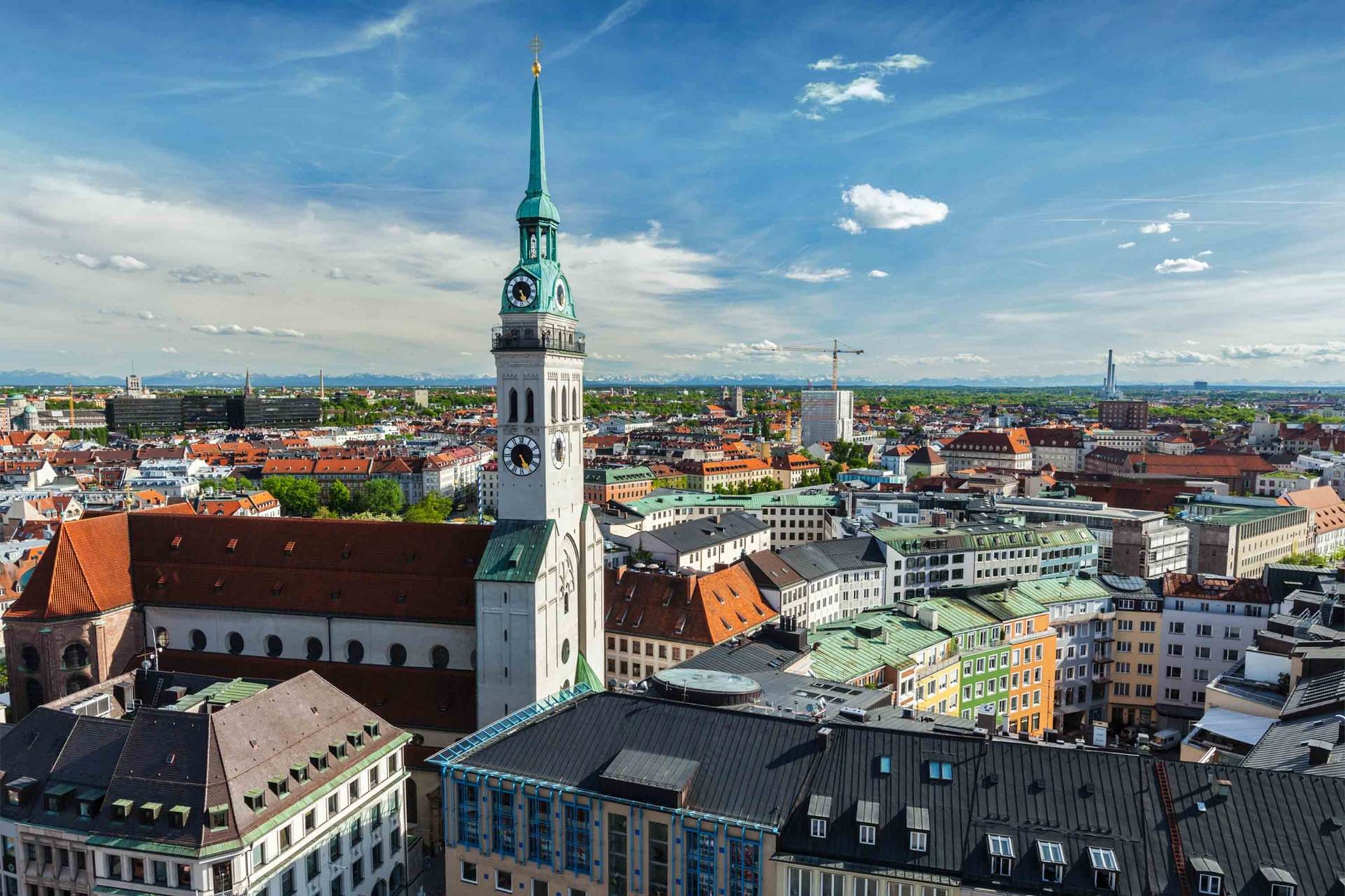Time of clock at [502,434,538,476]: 5:24
